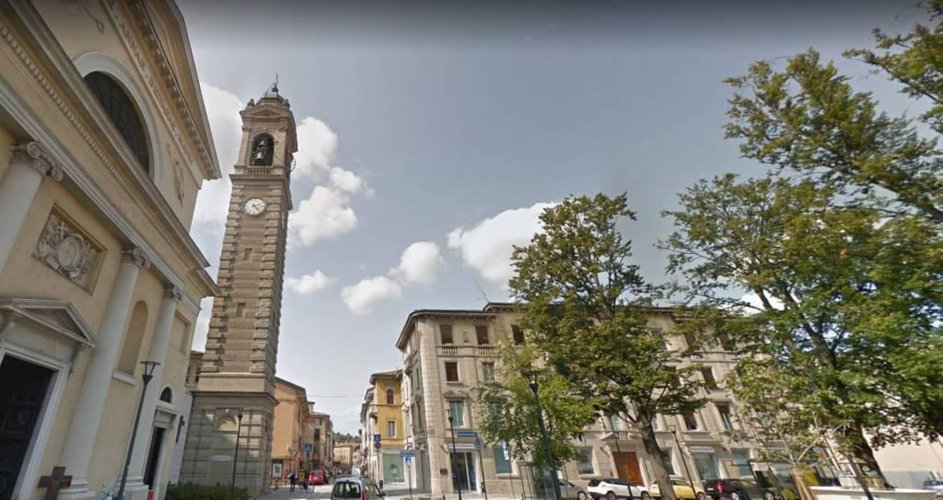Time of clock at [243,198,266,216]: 2:23
